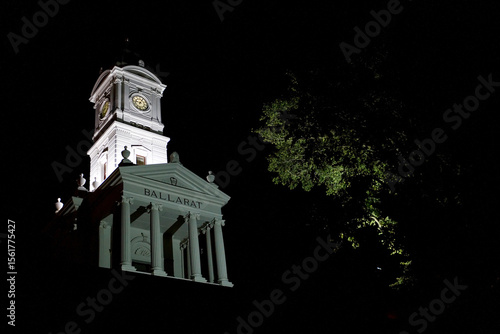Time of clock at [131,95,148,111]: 9:05
